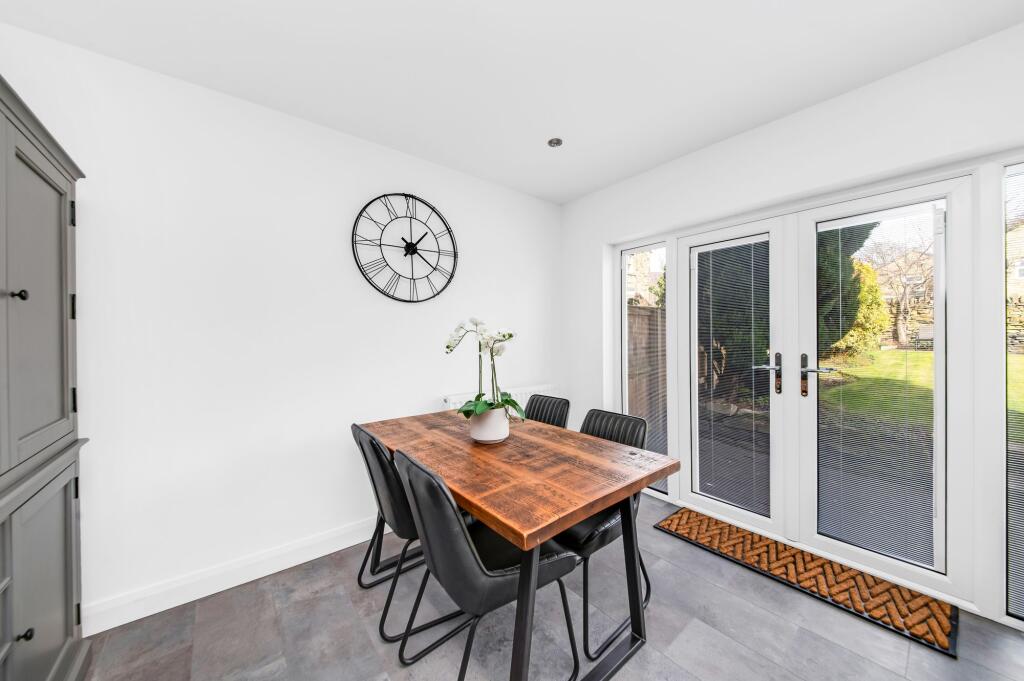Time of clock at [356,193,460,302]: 1:21
